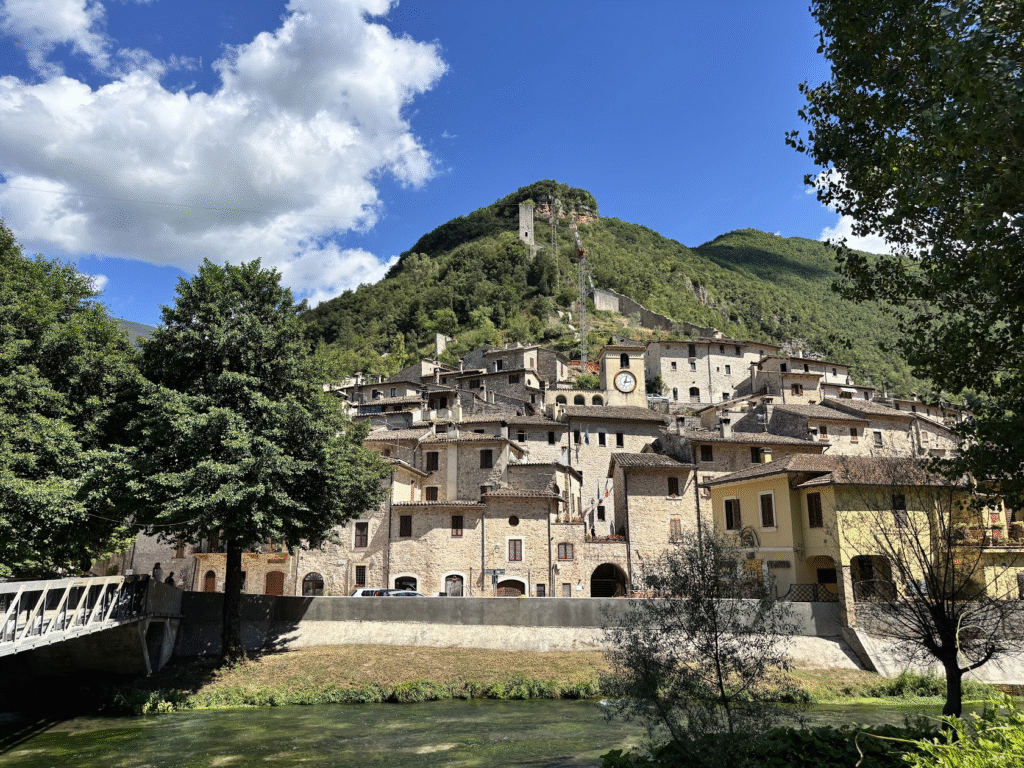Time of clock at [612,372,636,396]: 3:02
